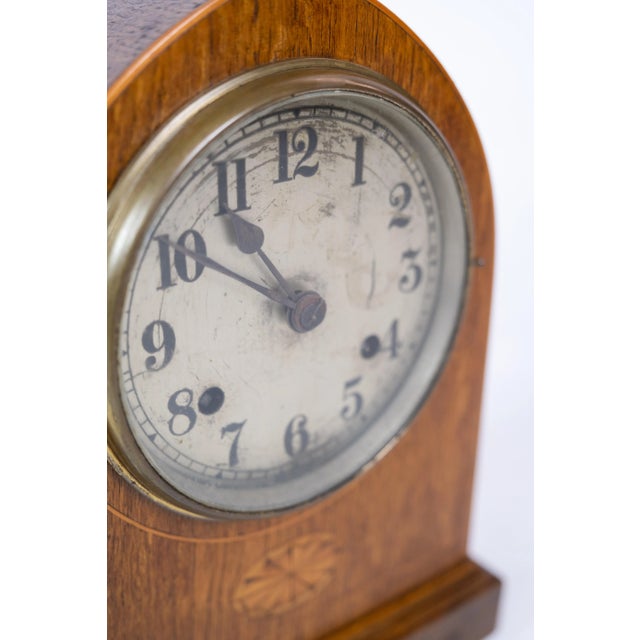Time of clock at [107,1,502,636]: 10:50
